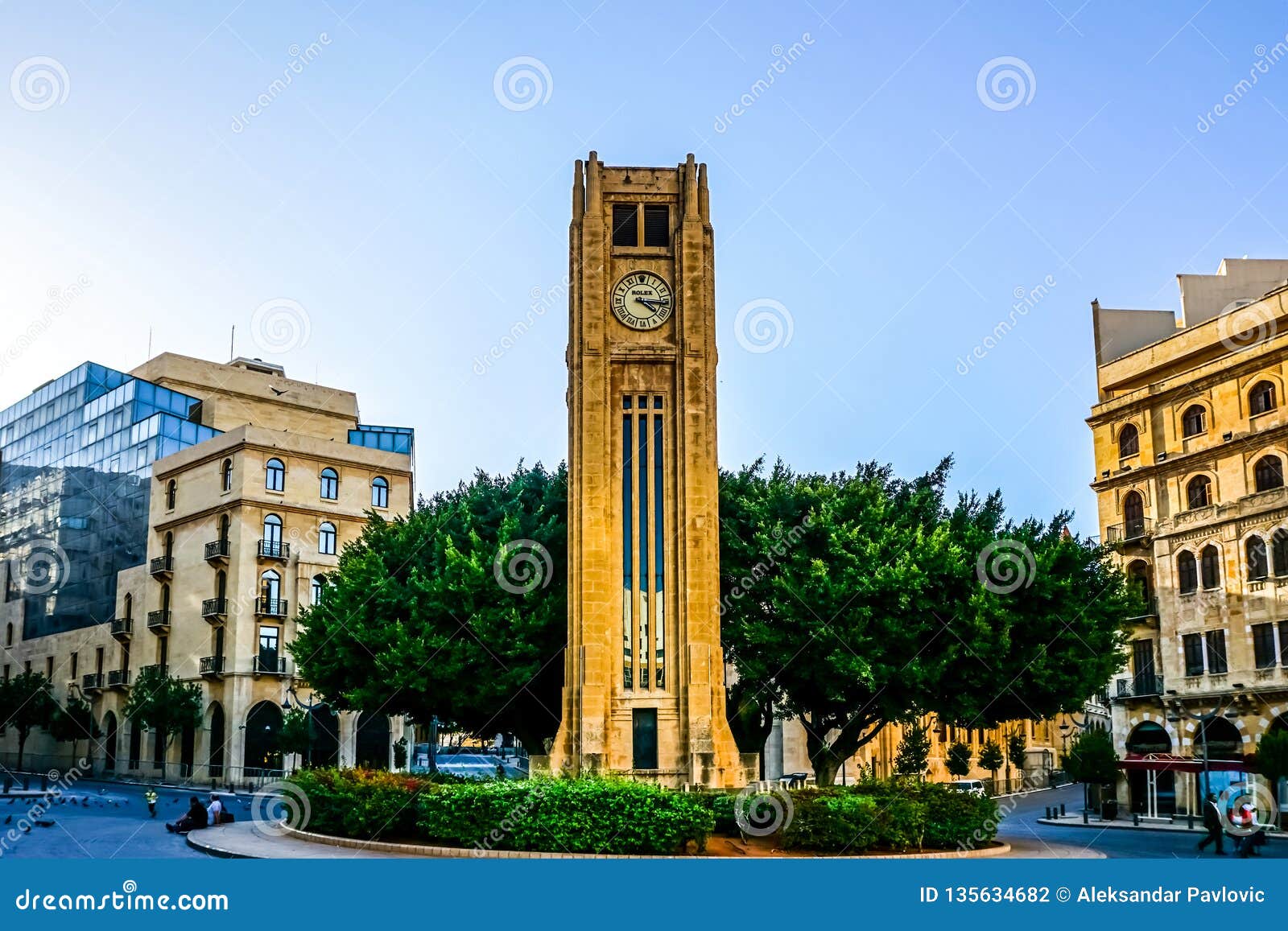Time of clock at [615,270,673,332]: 4:16
